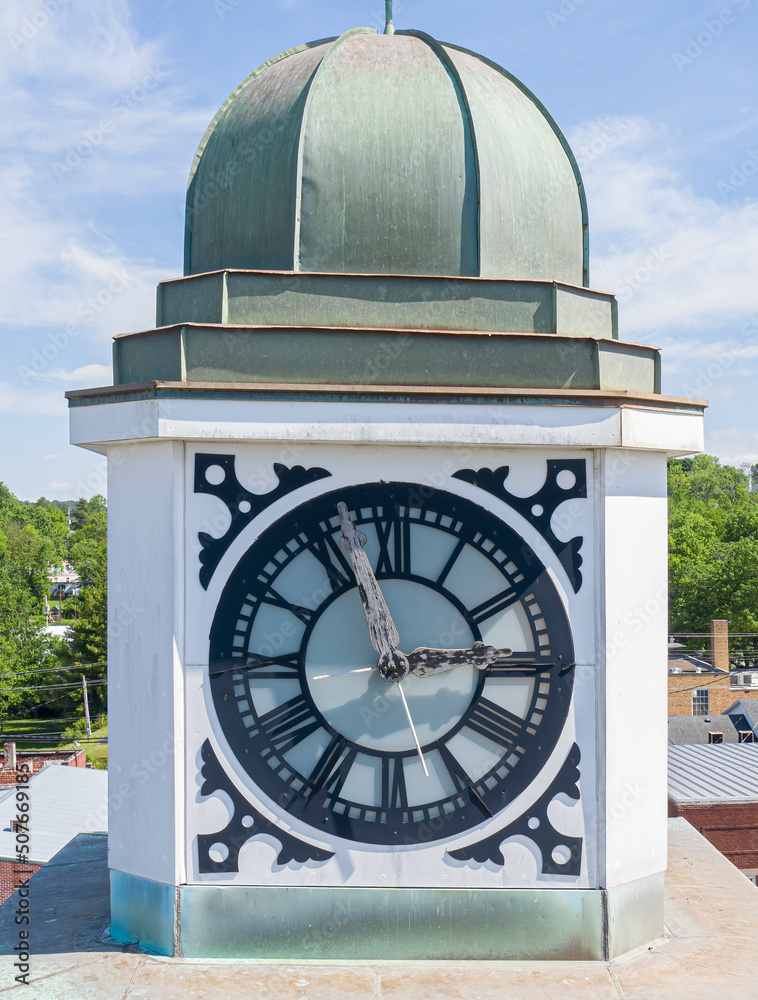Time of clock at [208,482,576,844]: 2:56
